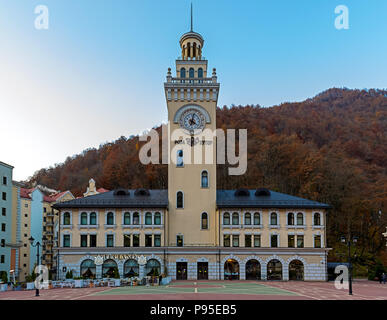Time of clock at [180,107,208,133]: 4:02
